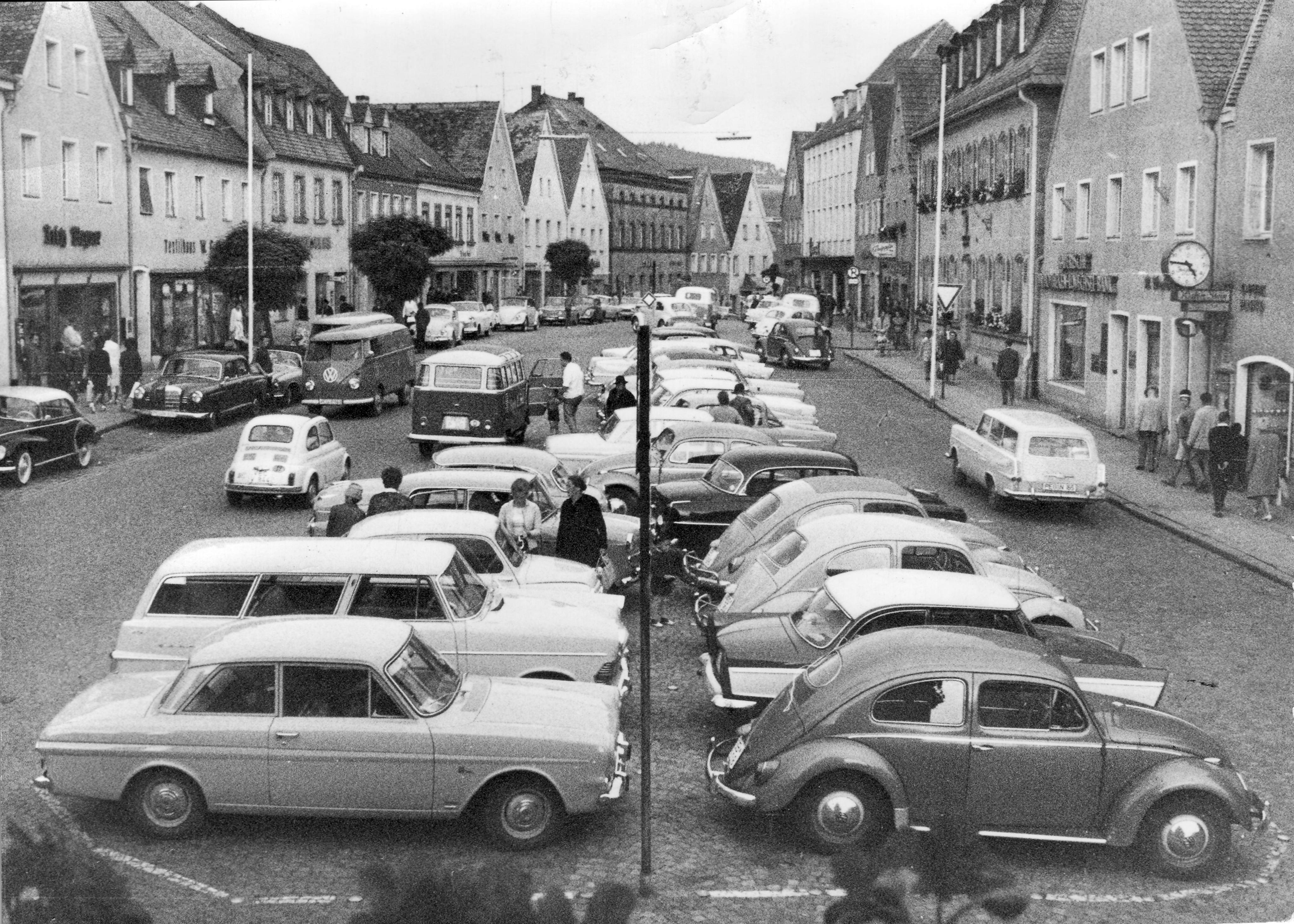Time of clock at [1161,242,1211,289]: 4:46
